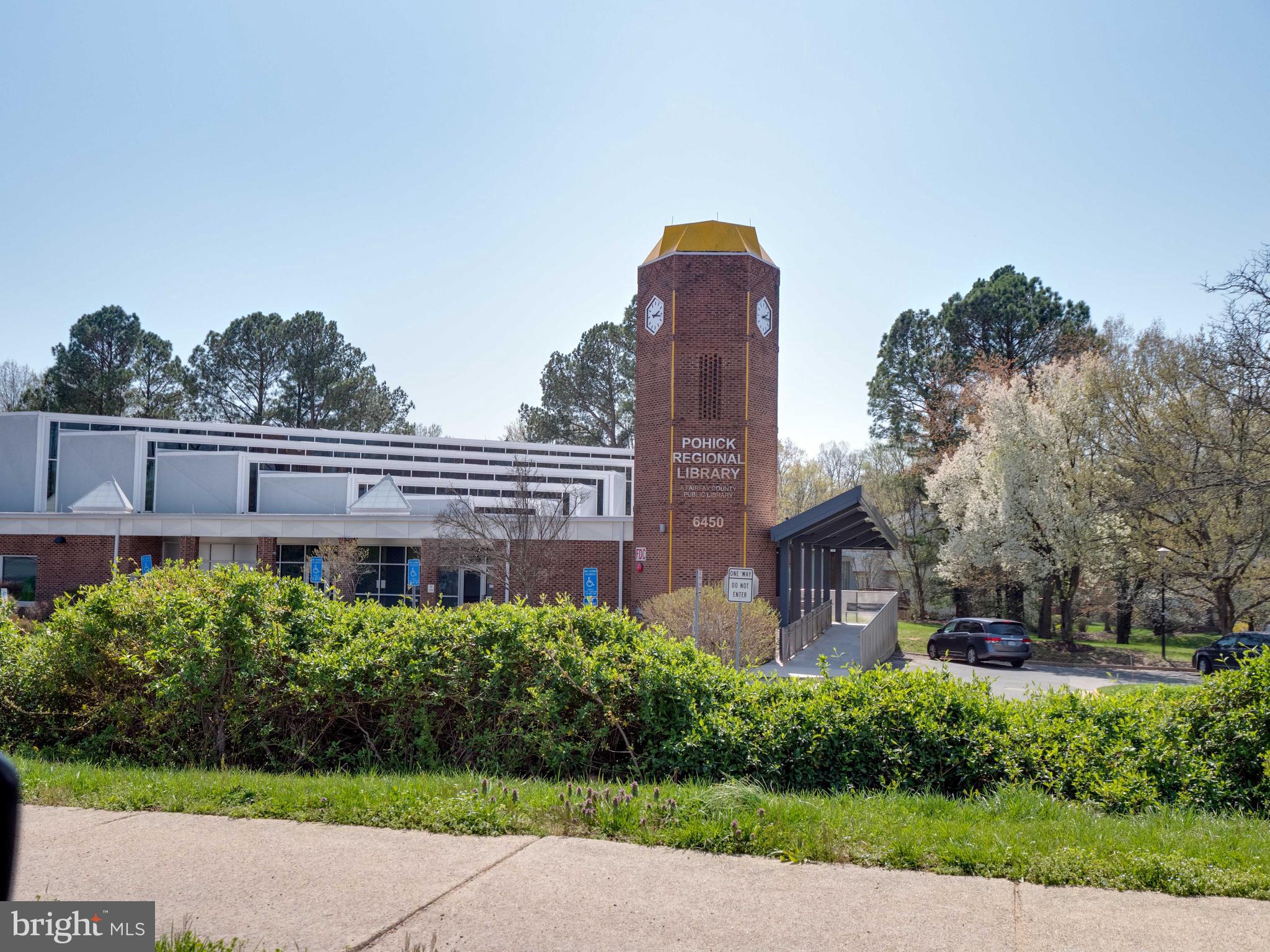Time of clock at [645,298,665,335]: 2:16
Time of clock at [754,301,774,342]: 2:16
